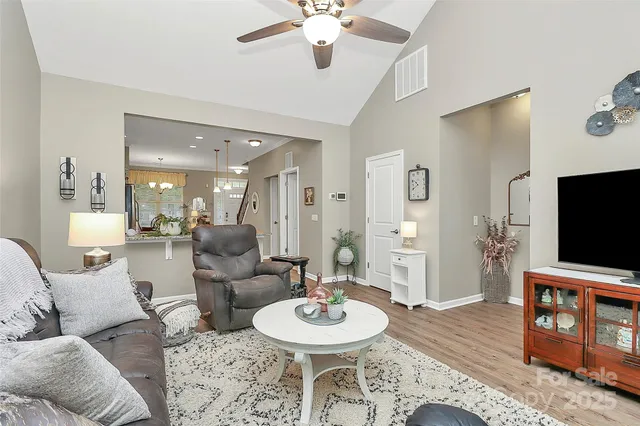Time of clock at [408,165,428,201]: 9:40
